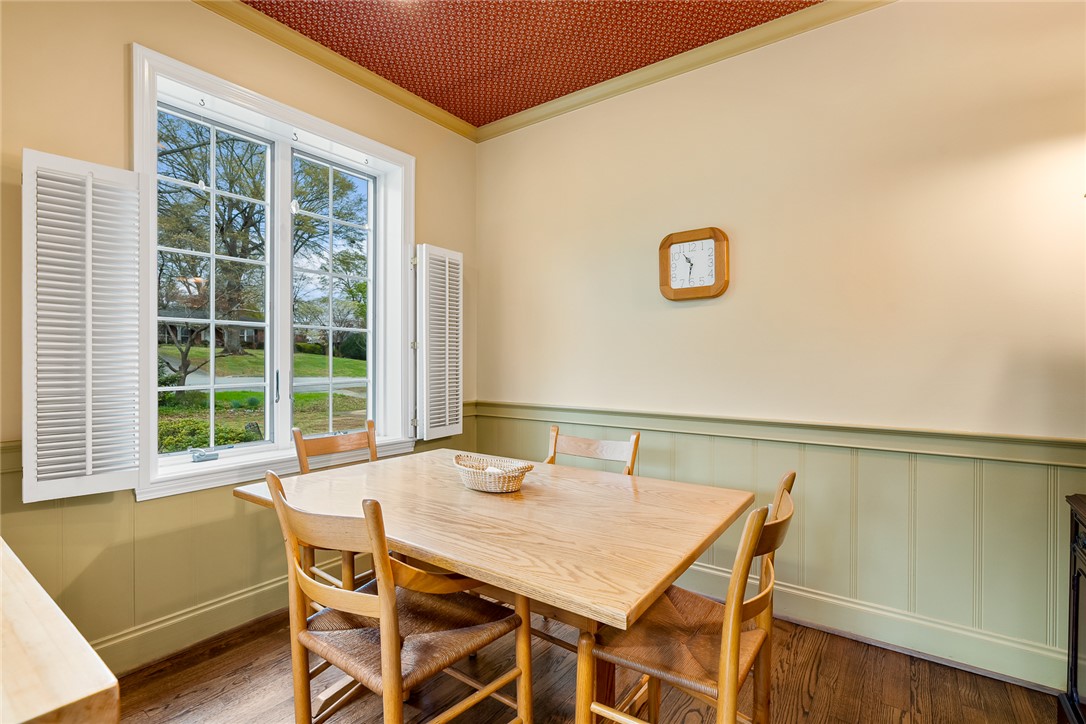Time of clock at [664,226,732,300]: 10:31
